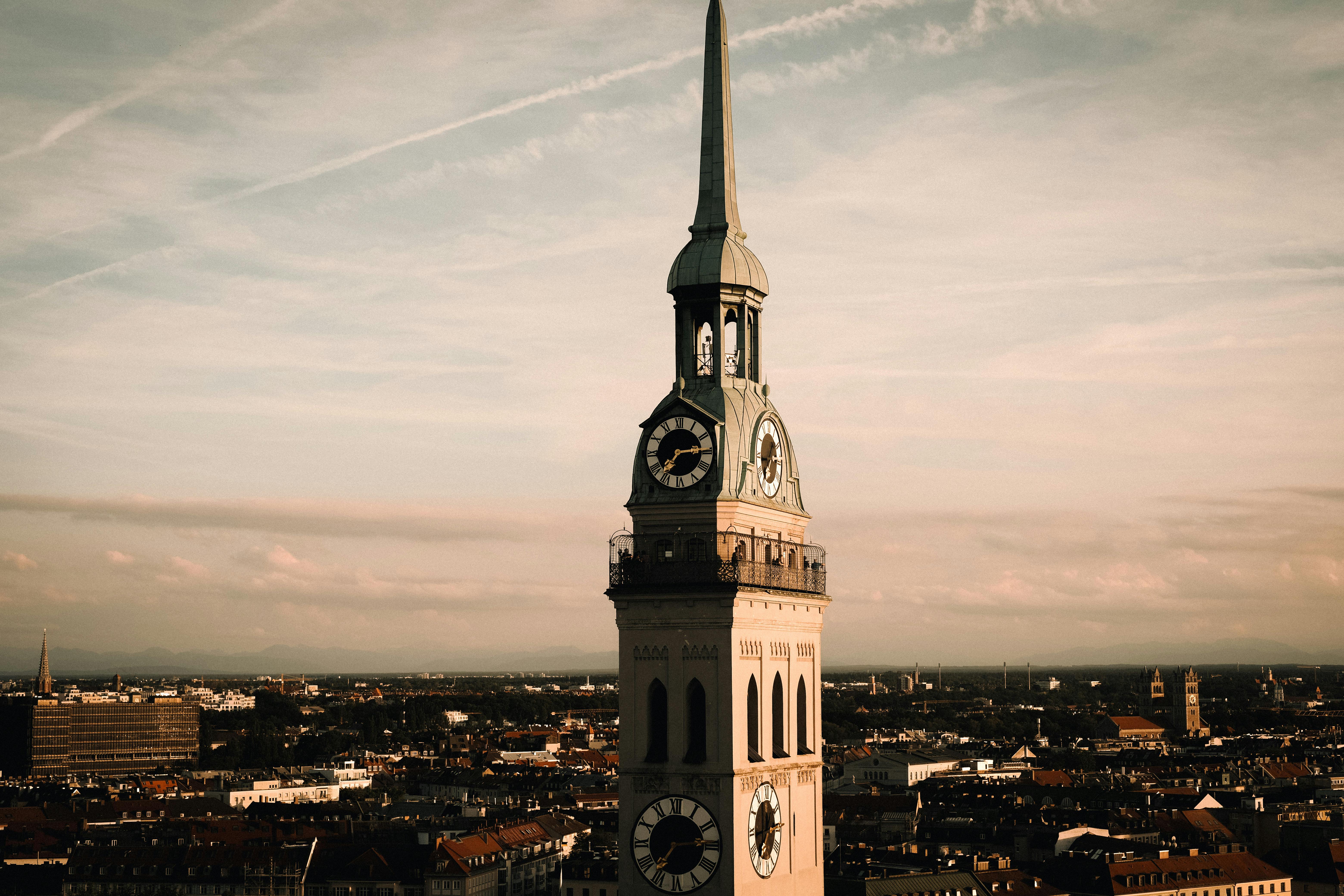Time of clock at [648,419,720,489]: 7:14
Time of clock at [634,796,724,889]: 7:13
